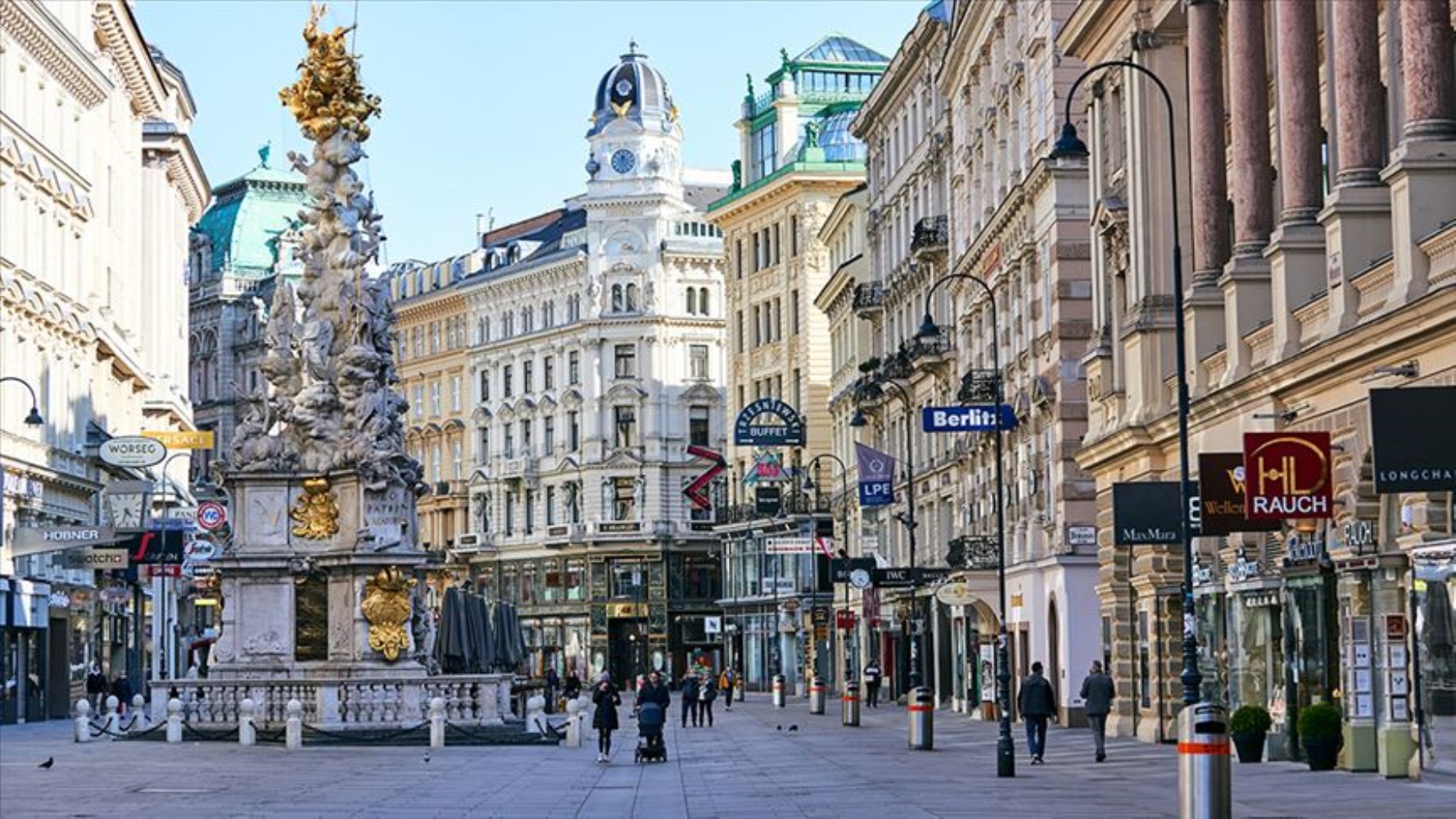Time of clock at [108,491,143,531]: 4:33
